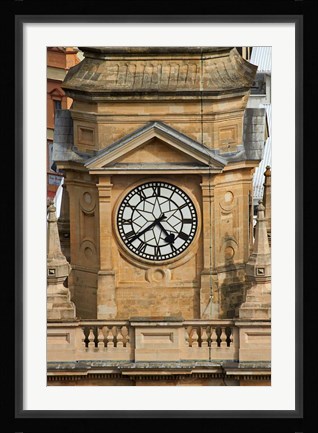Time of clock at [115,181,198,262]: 4:38
